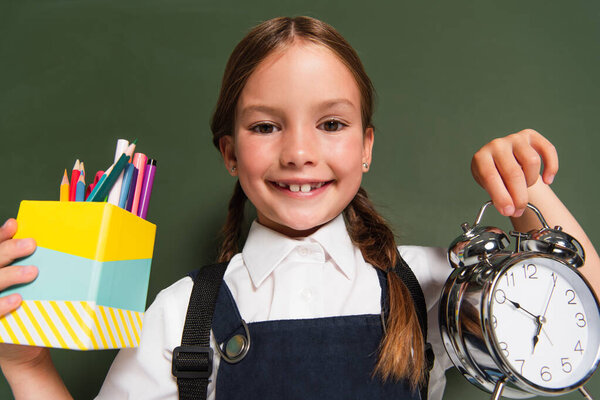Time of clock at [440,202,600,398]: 6:50
